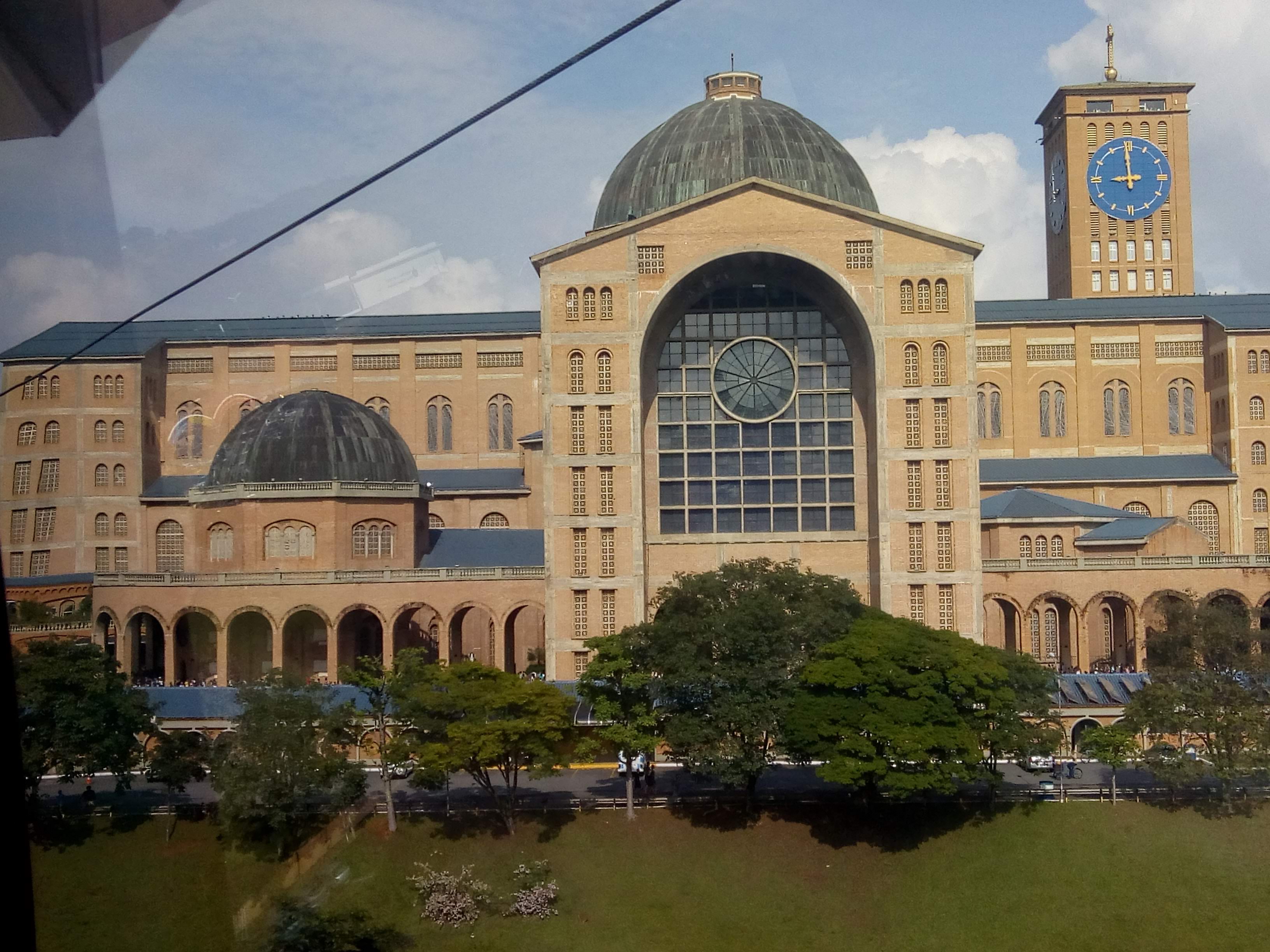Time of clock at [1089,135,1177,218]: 8:59
